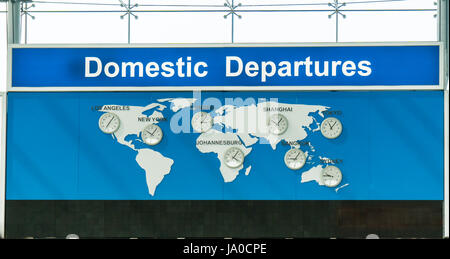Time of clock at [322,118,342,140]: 11:06
